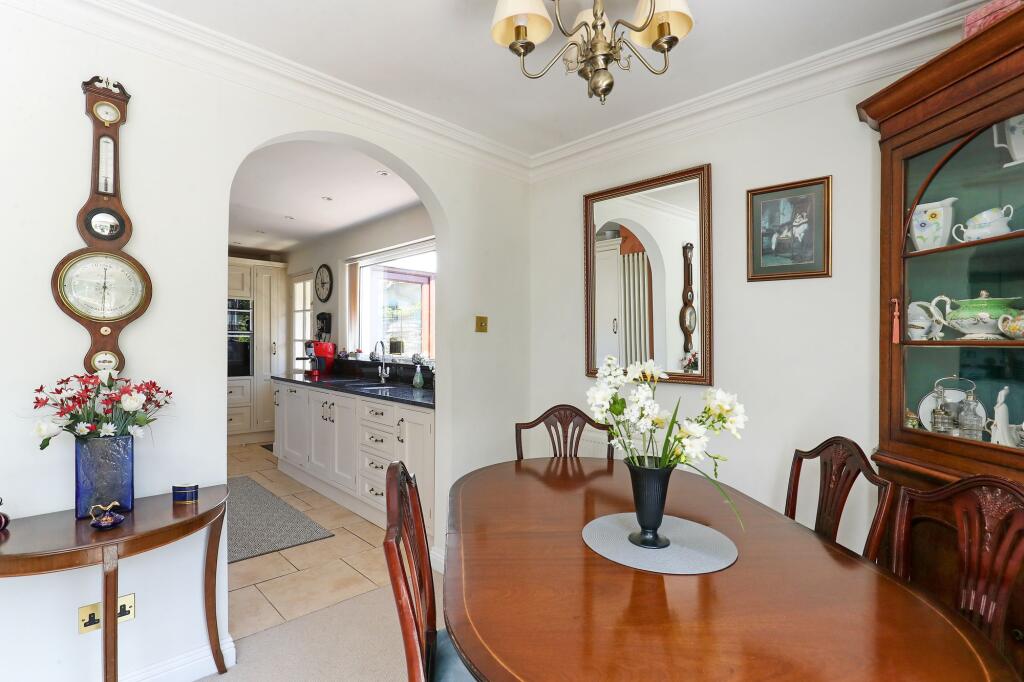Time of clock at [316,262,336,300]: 12:14
